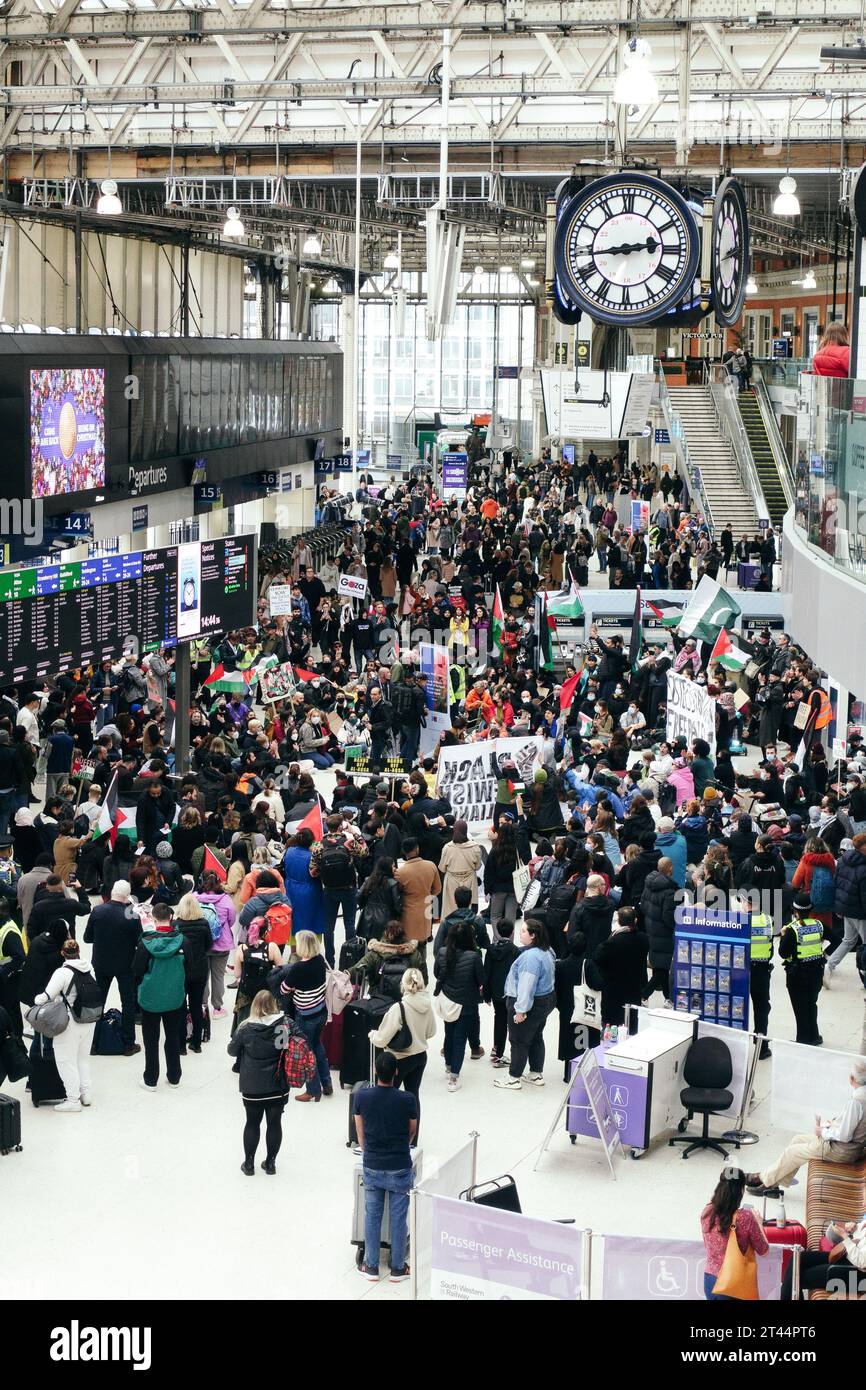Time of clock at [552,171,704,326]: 2:43
